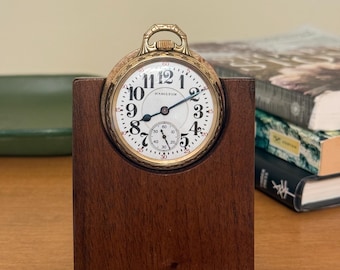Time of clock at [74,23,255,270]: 8:10
